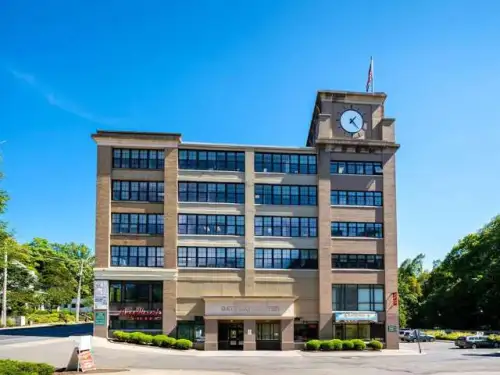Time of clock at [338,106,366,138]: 1:22
